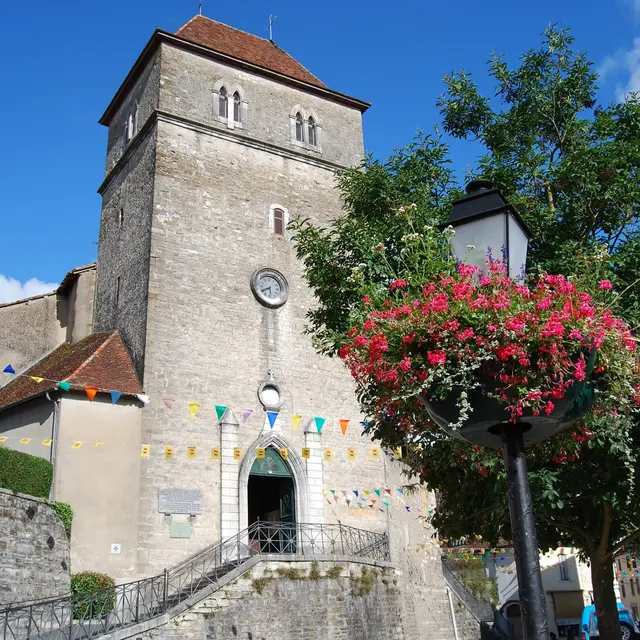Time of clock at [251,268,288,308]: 5:40
